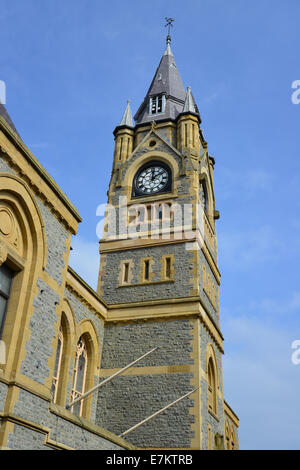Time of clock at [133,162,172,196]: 12:09
